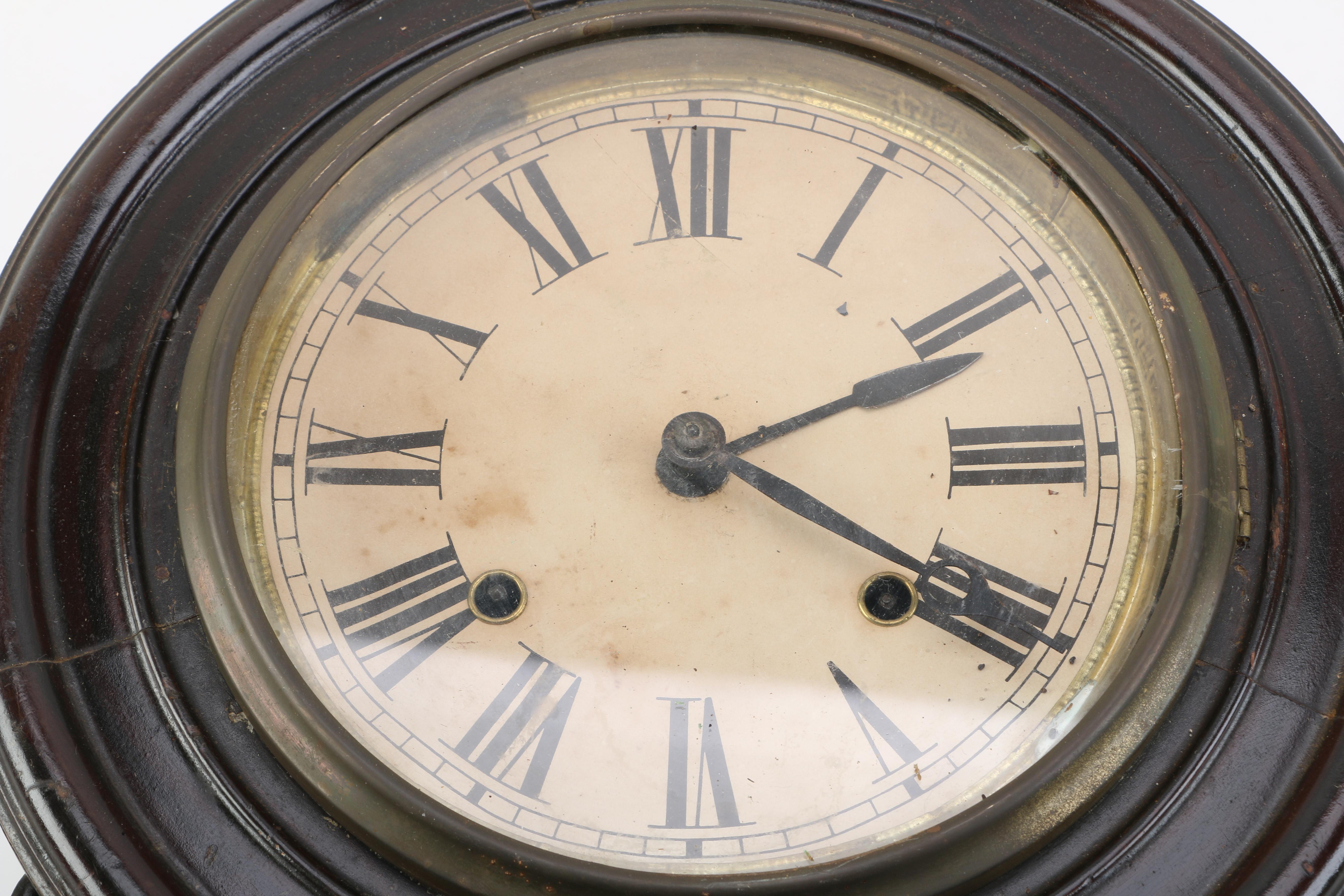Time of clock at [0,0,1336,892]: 2:19
